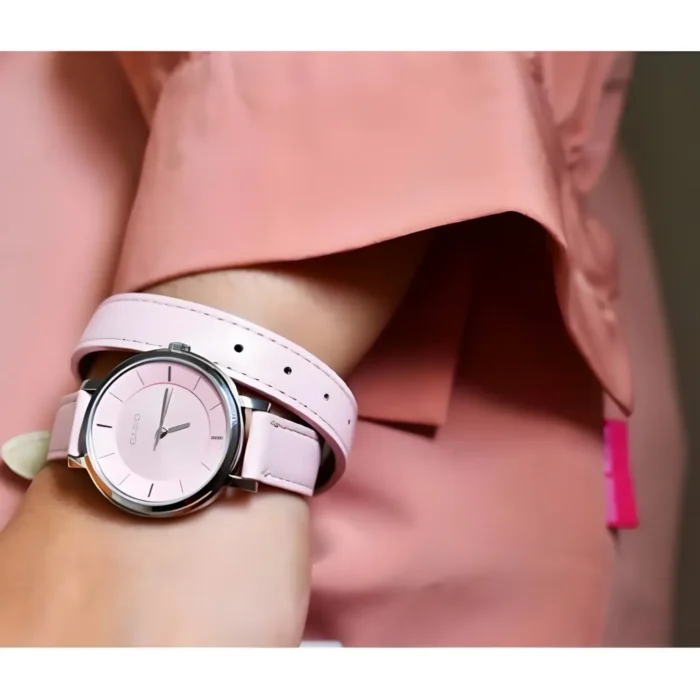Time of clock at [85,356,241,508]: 2:00
